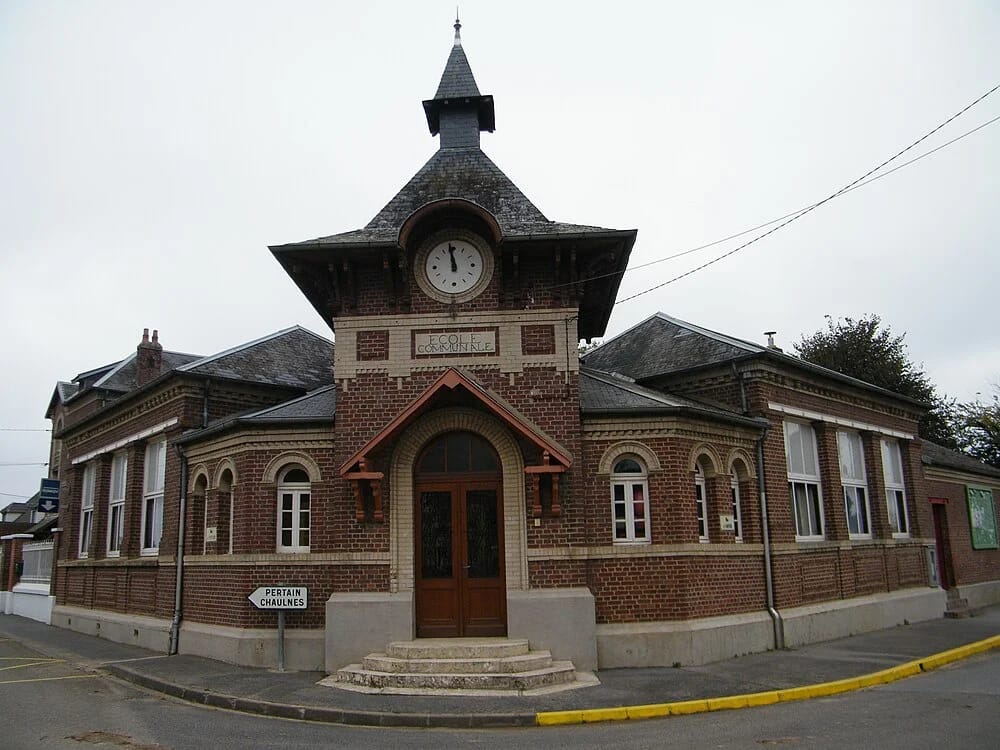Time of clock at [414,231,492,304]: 11:58
